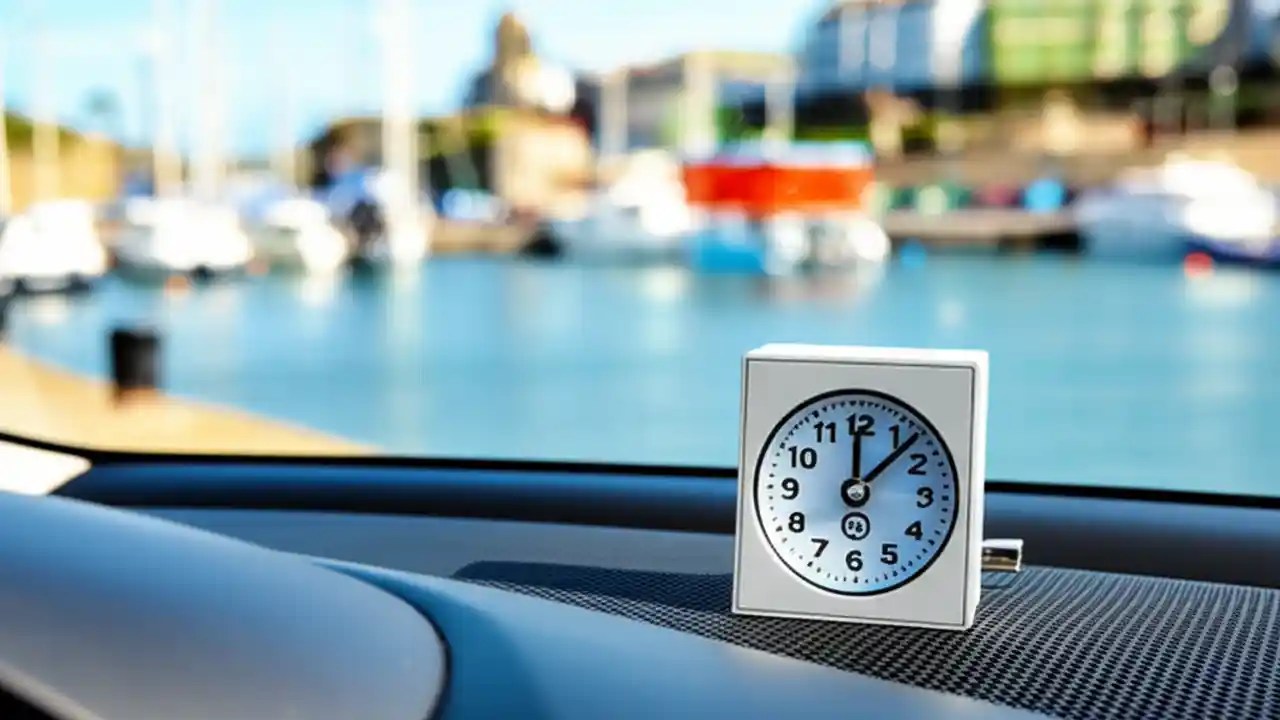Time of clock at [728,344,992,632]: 12:07
